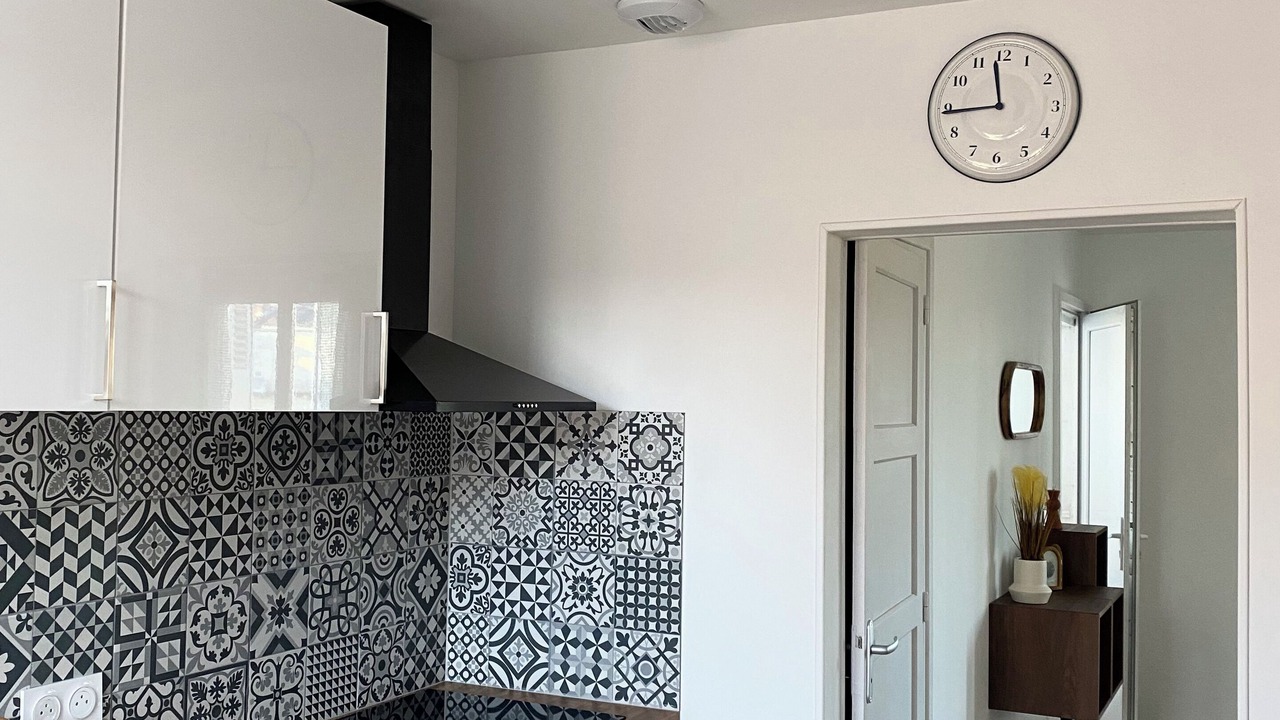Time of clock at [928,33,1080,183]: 11:44
